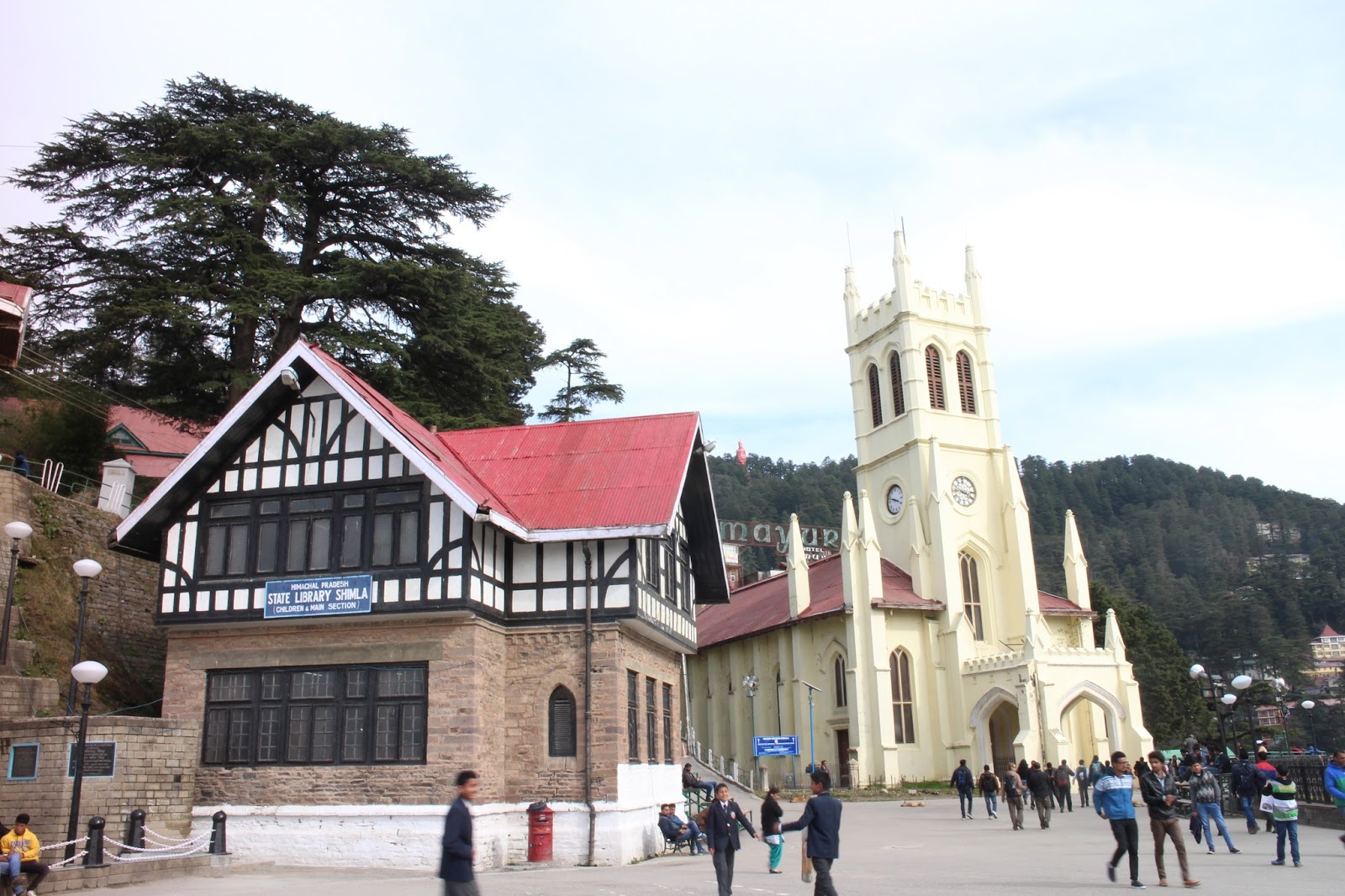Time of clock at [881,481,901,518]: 3:47
